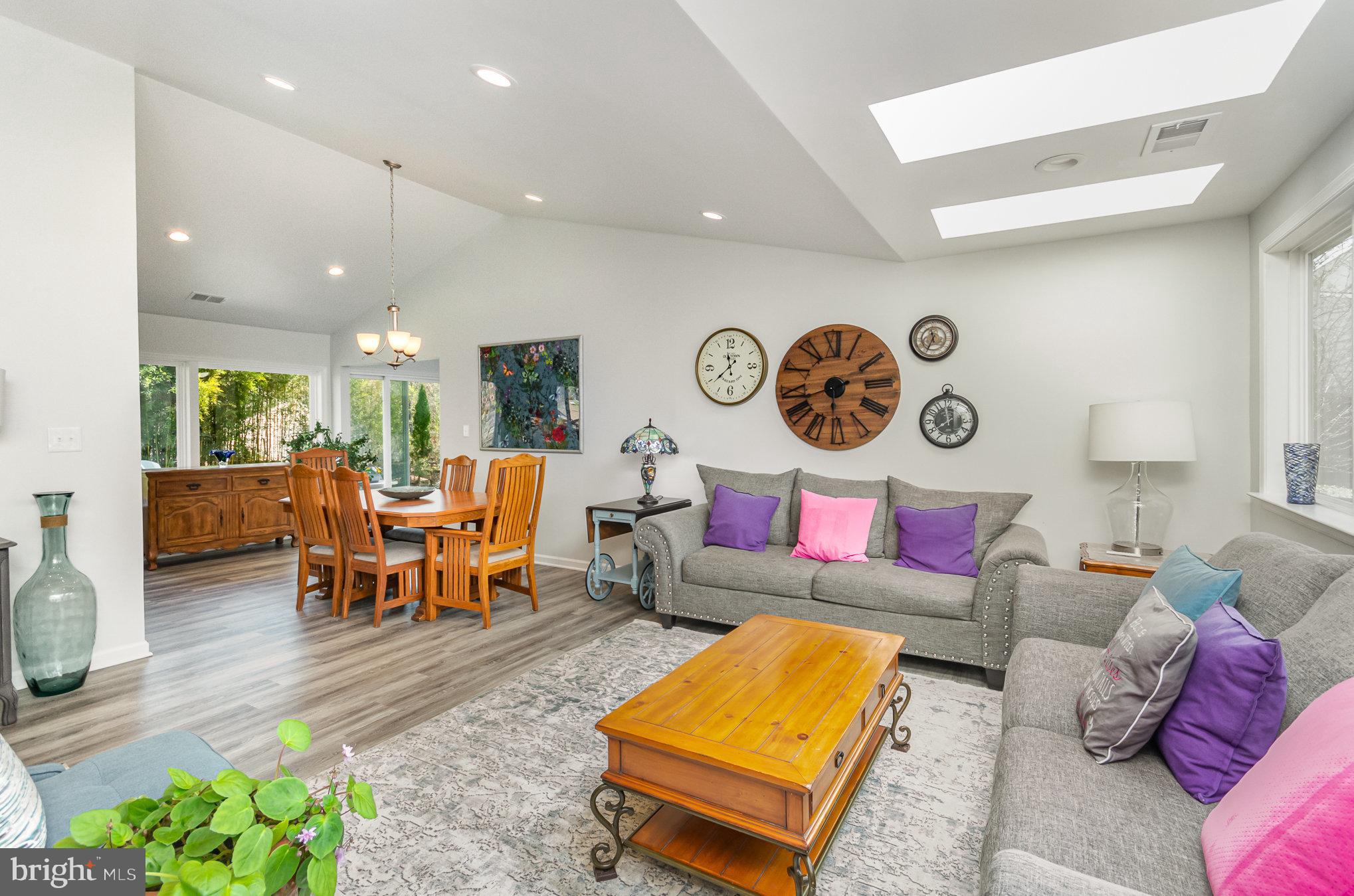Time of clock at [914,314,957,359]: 11:34
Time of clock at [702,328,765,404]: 11:38
